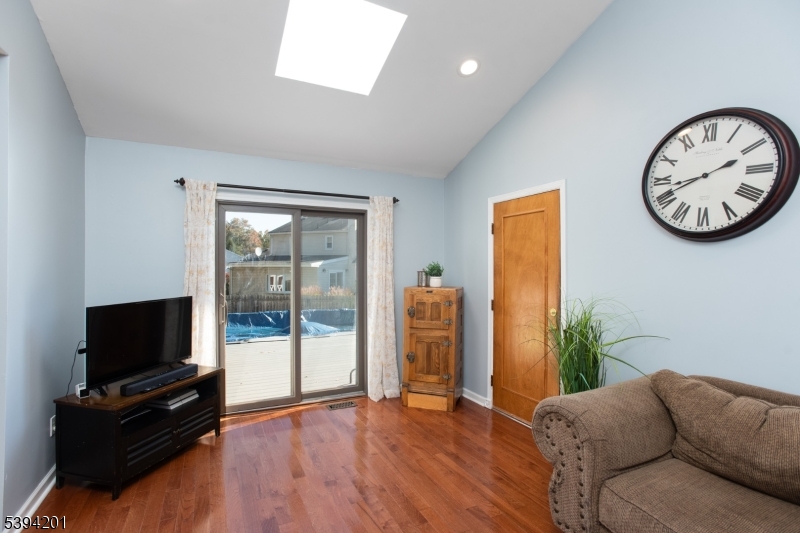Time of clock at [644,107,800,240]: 8:41
